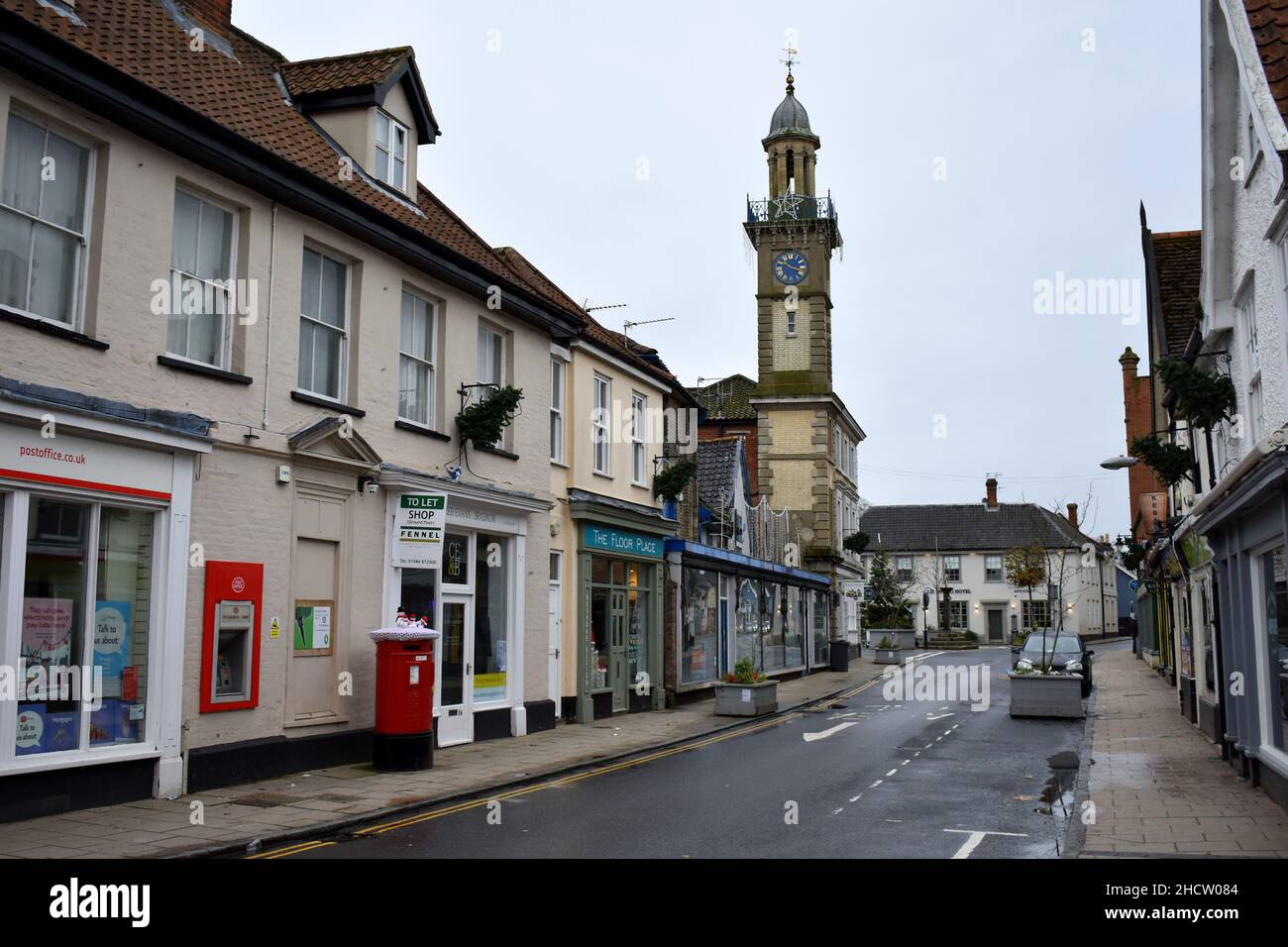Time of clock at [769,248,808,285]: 10:17
